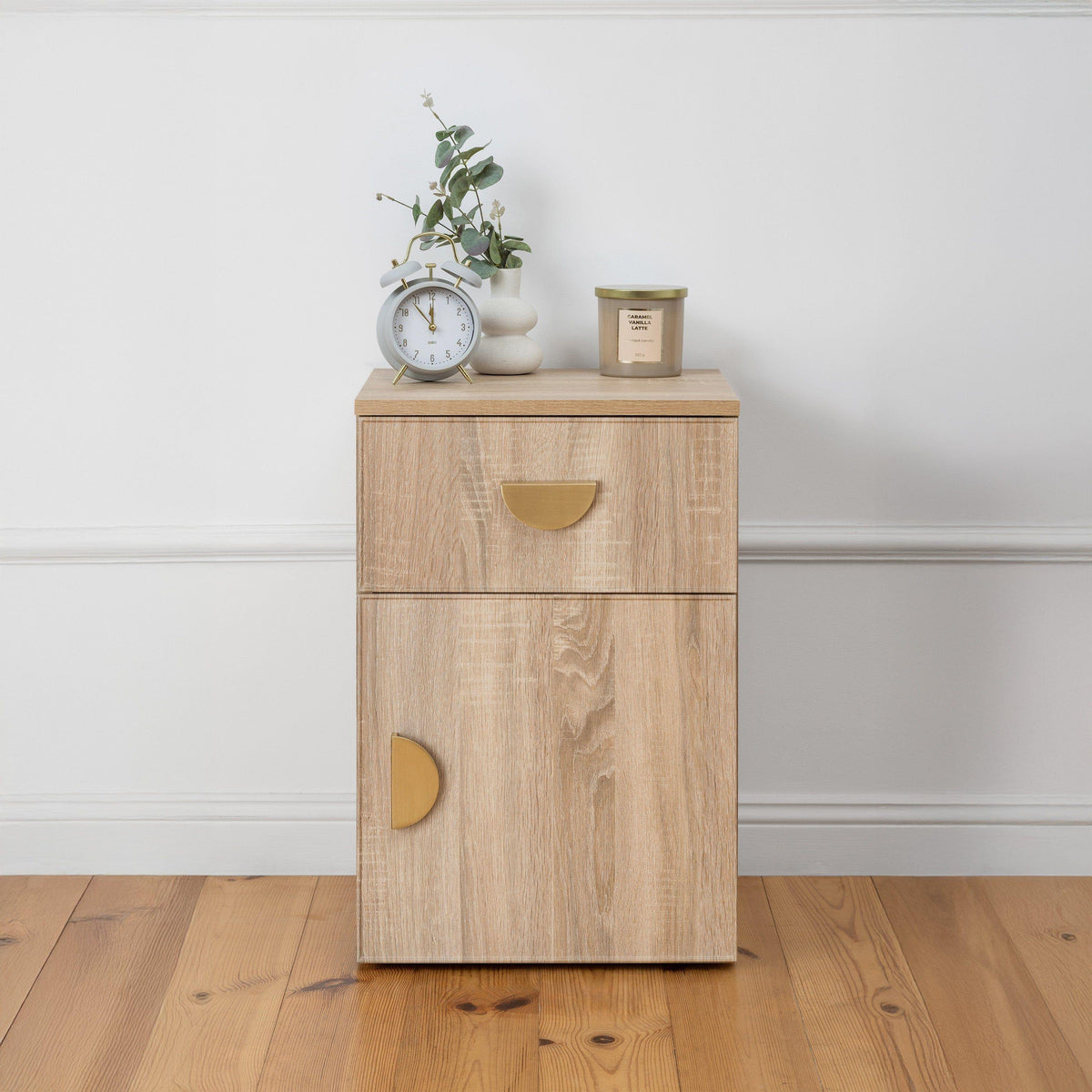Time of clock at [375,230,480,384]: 11:53
